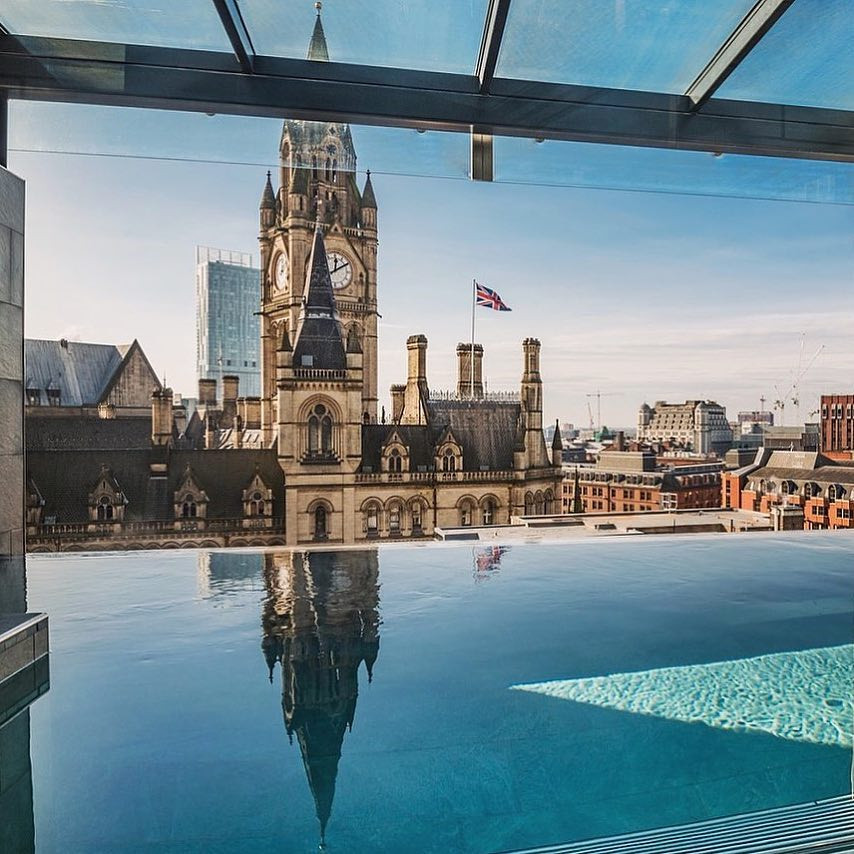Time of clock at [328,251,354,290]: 12:10
